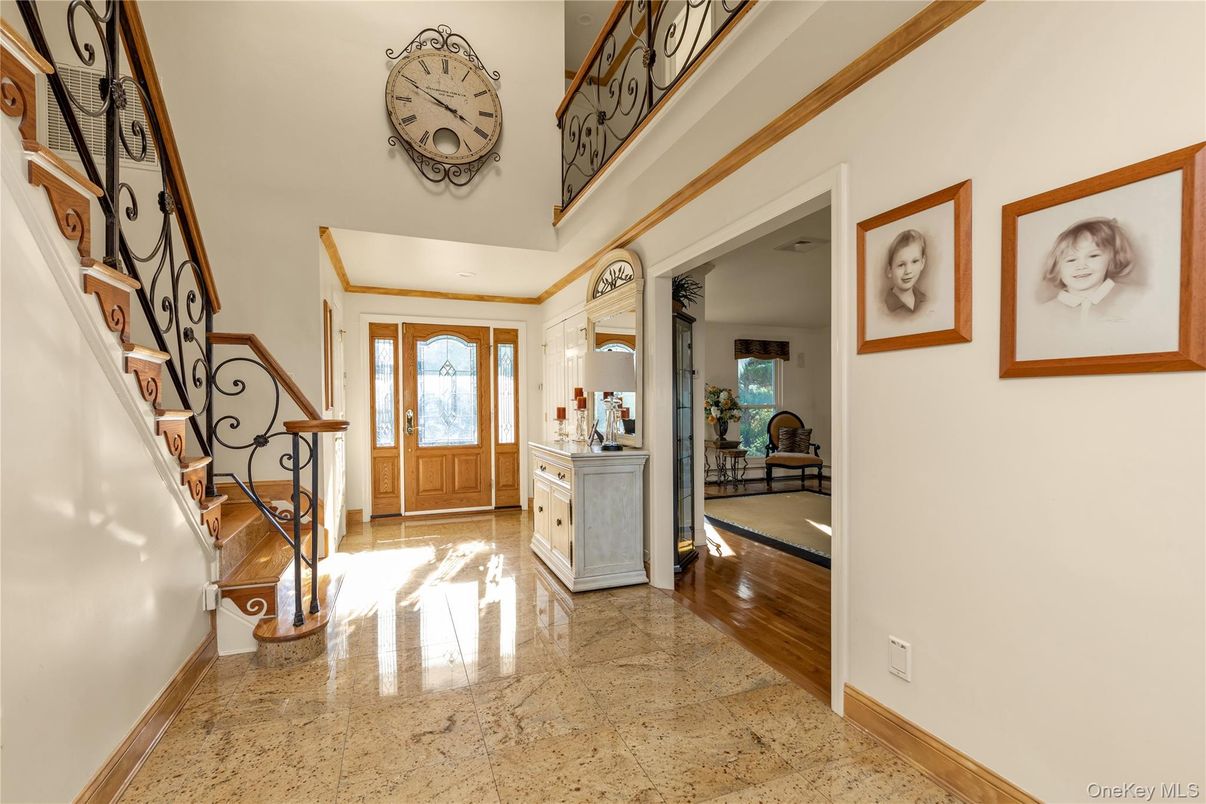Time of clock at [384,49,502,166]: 3:49
